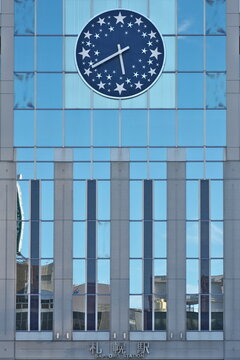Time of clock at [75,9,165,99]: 5:40
